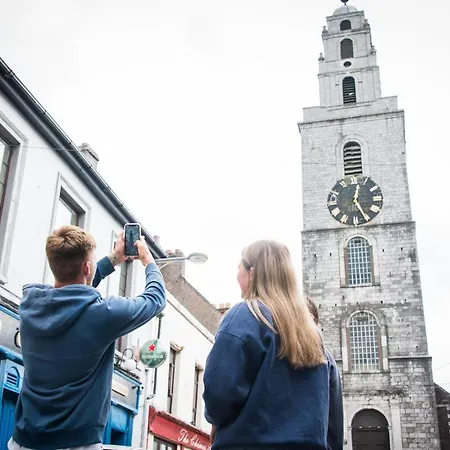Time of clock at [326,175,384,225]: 12:25
